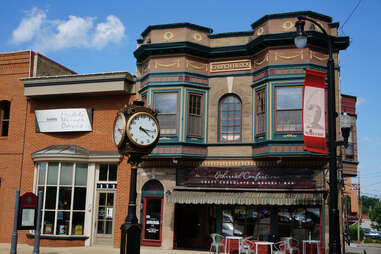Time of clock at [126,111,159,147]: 4:16
